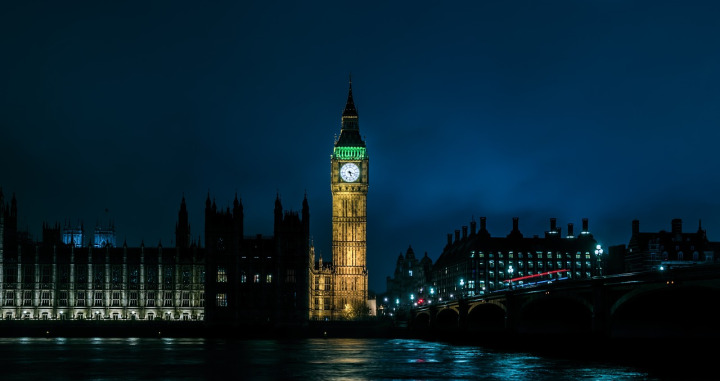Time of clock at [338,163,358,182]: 5:17
